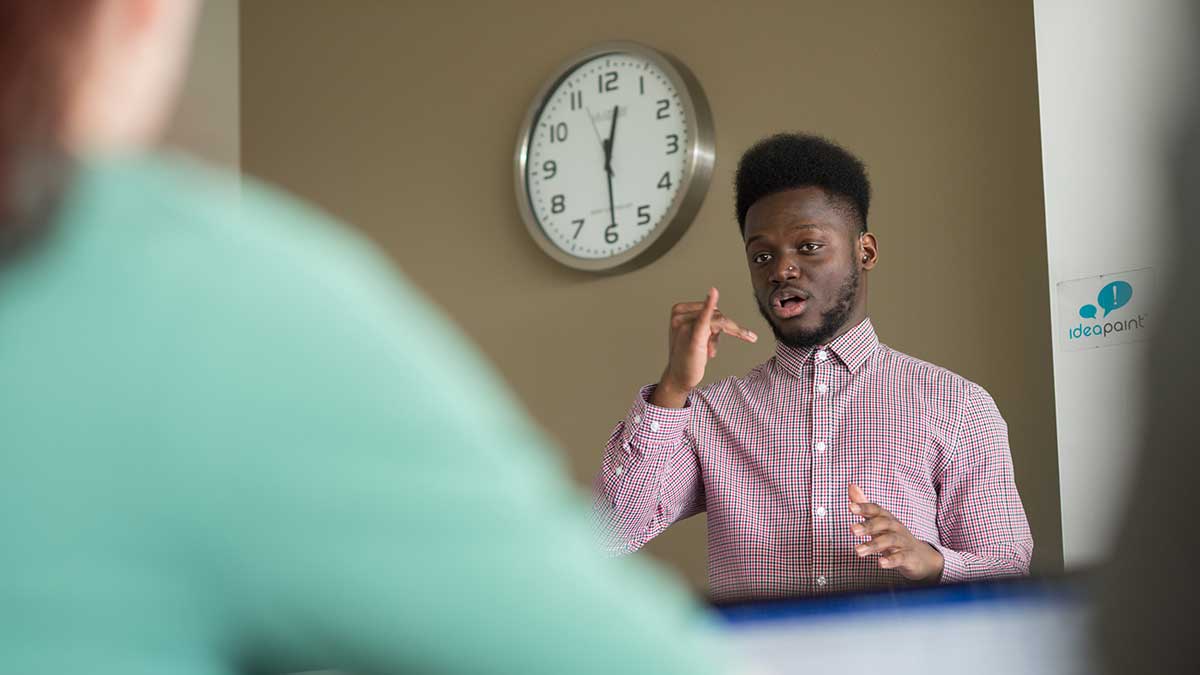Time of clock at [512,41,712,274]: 12:29
